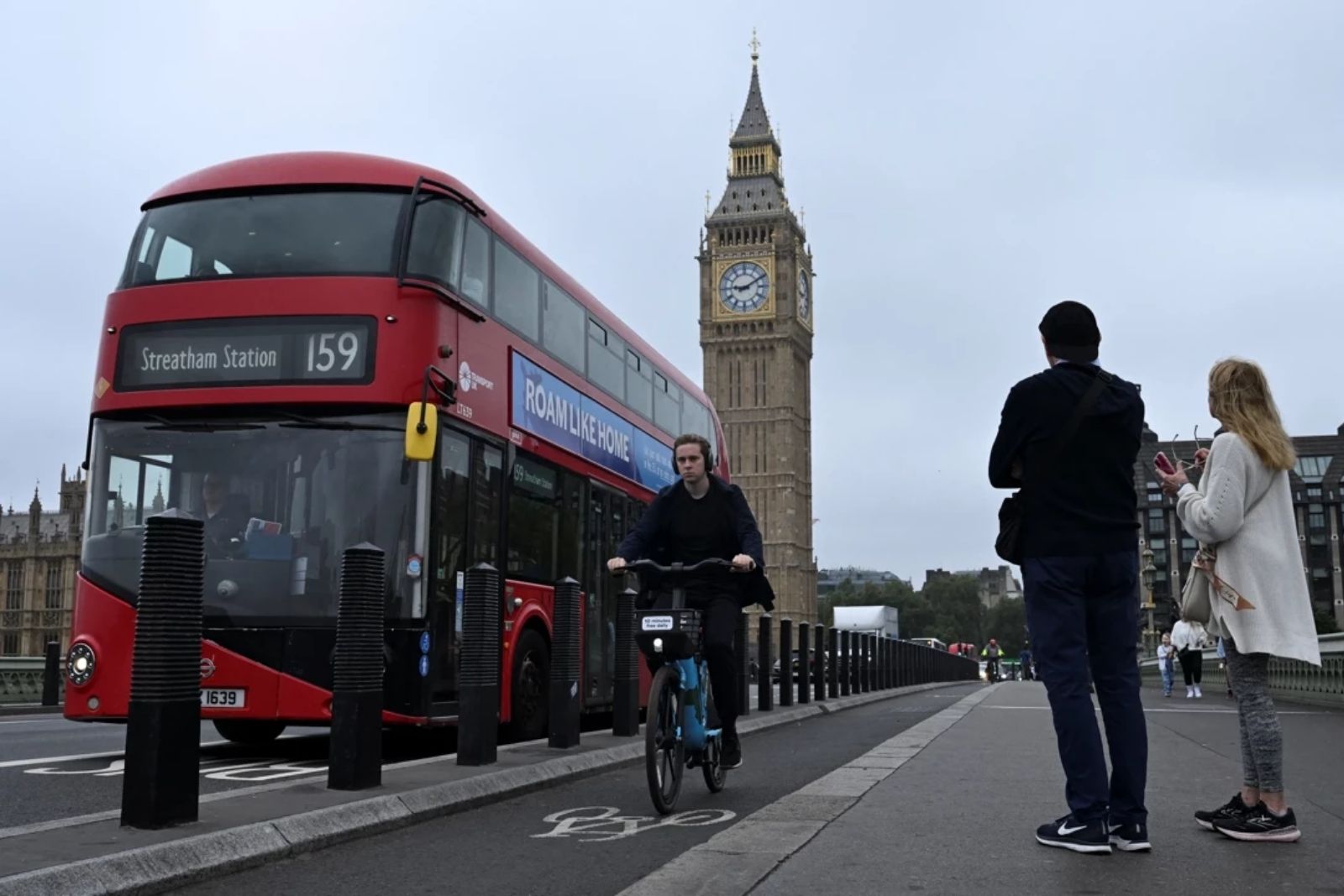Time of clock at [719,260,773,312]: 9:10
